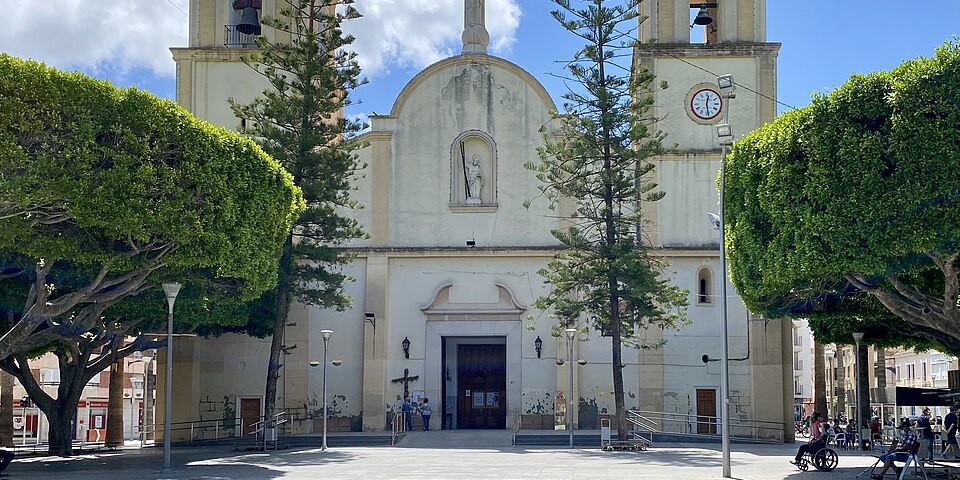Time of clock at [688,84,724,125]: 12:28
